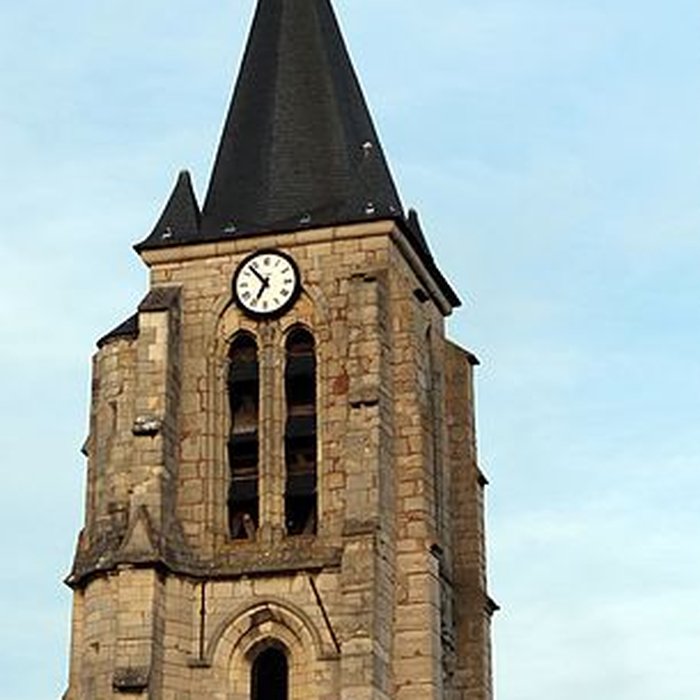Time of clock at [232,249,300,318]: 6:52
